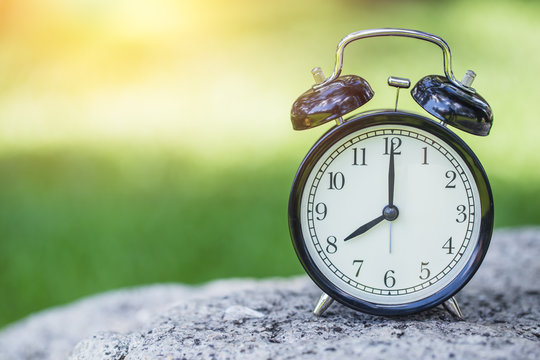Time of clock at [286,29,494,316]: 8:00
